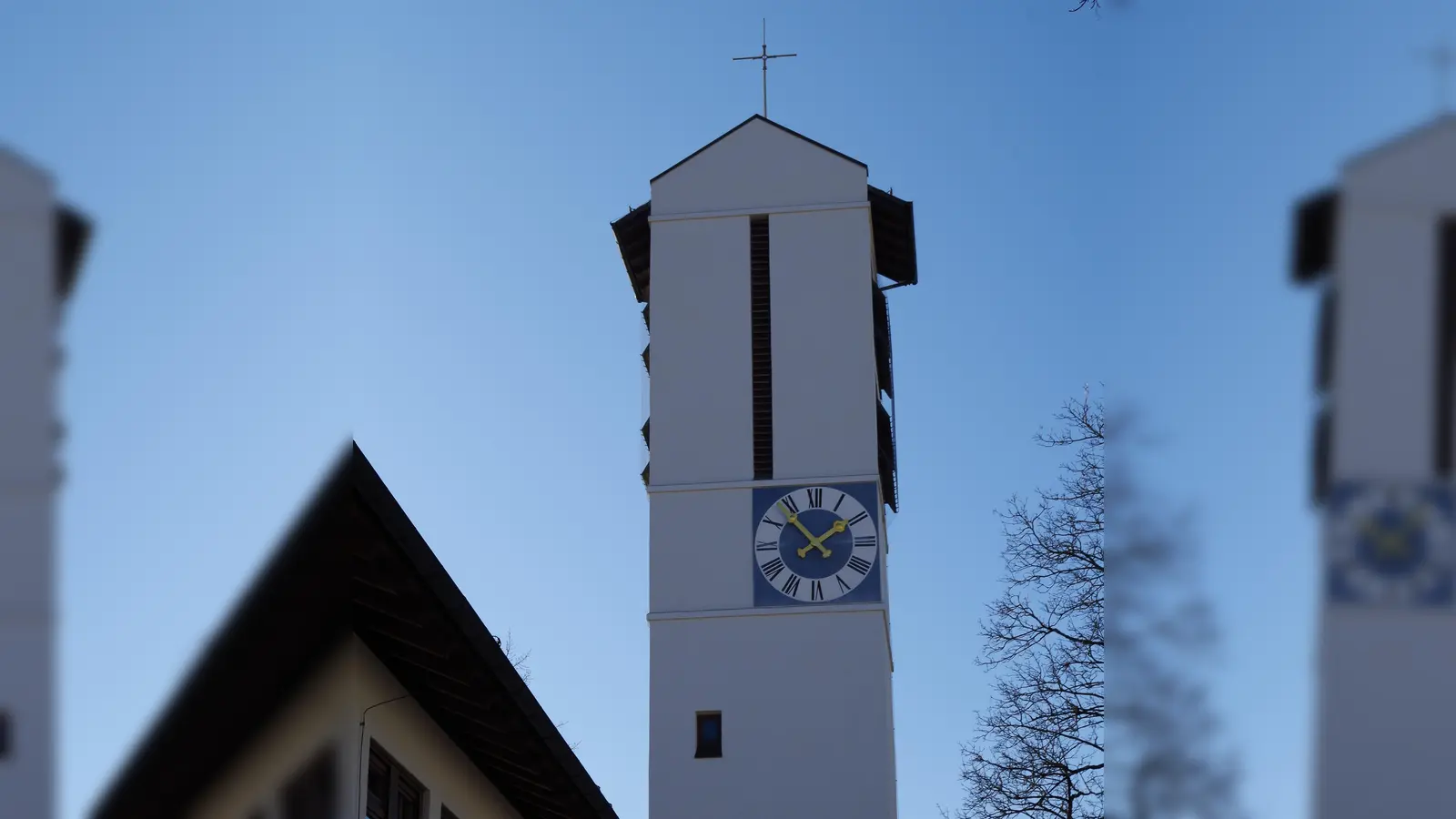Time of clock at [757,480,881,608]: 1:53
